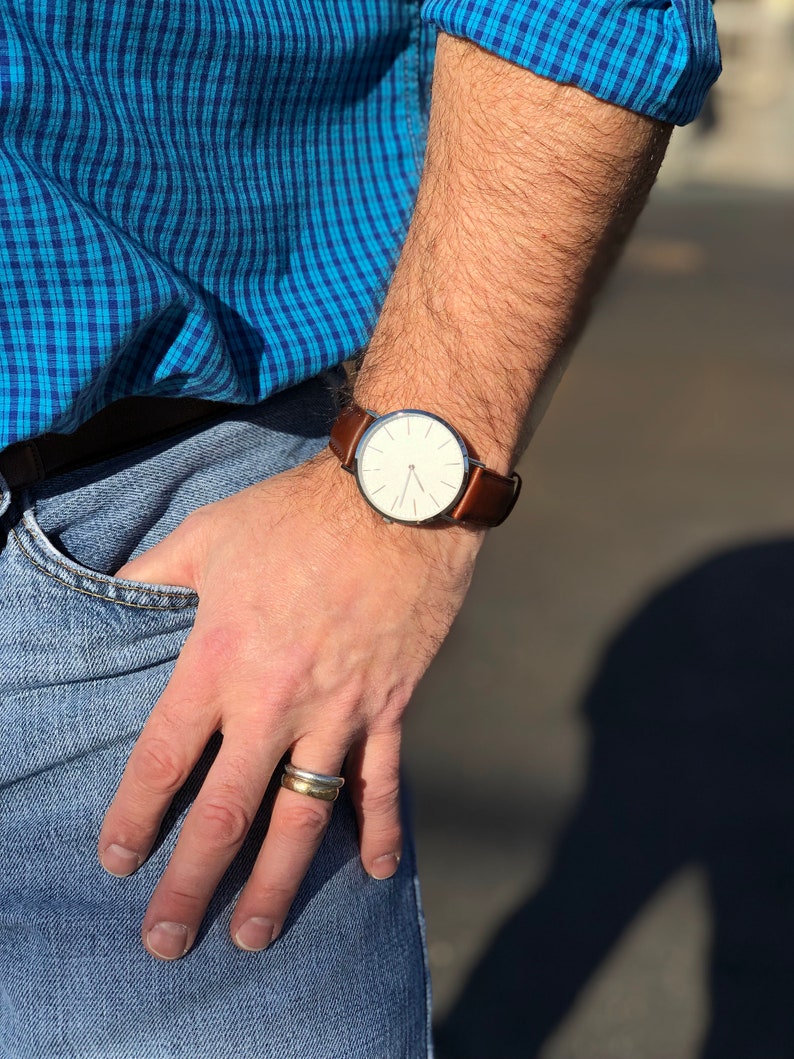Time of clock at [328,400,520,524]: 5:33
